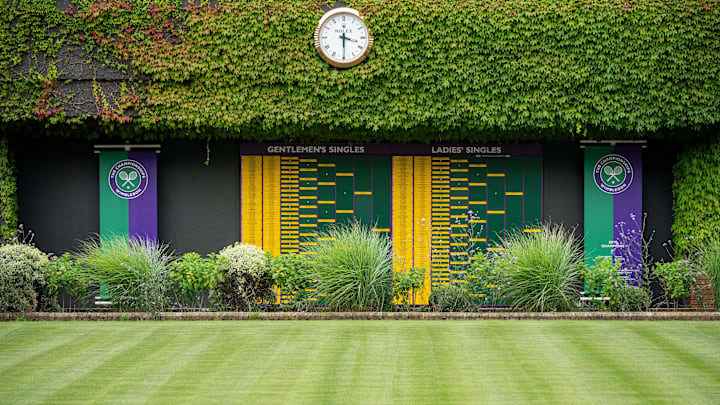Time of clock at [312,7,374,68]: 3:29
